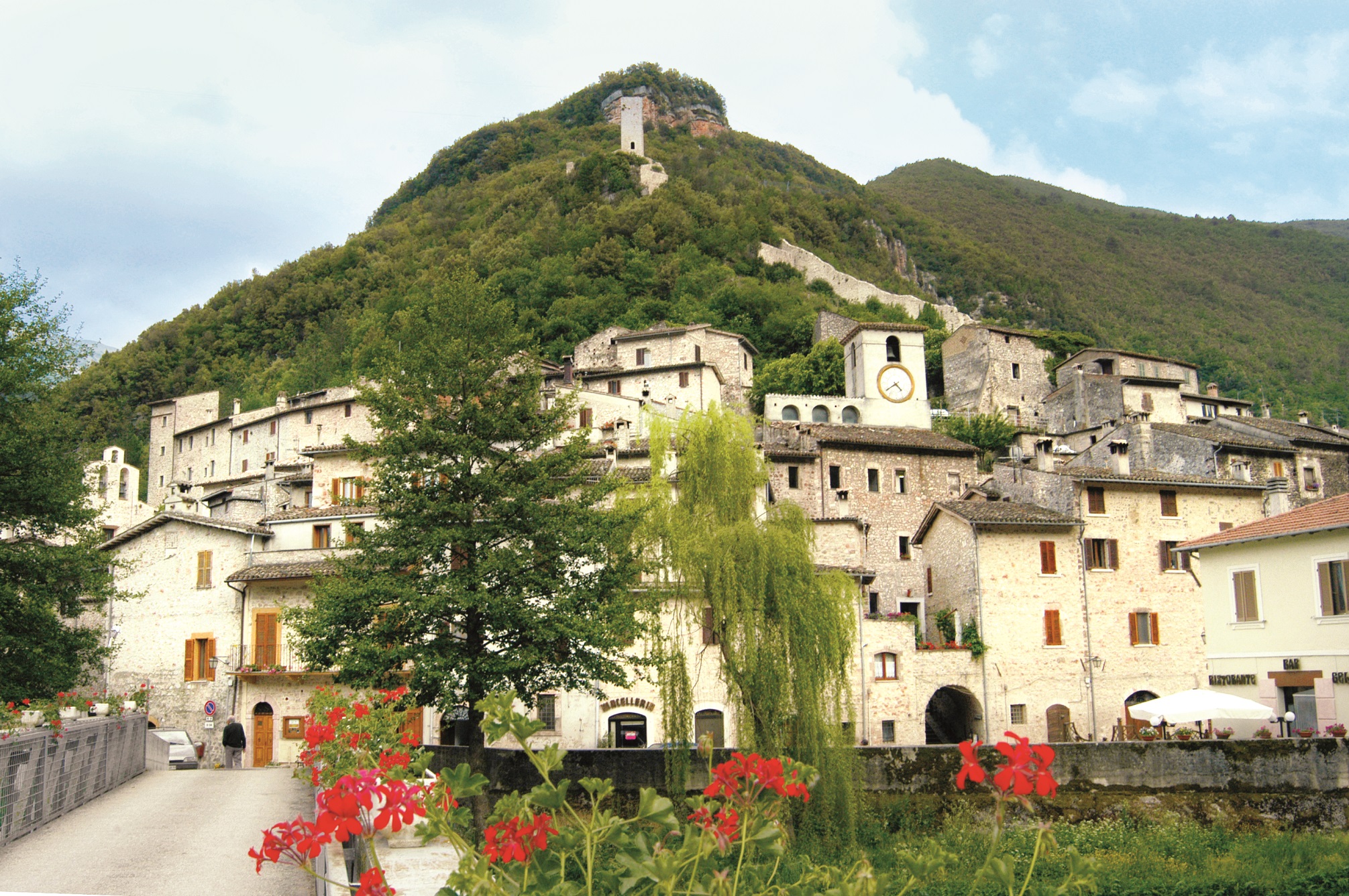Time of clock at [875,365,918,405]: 4:39
